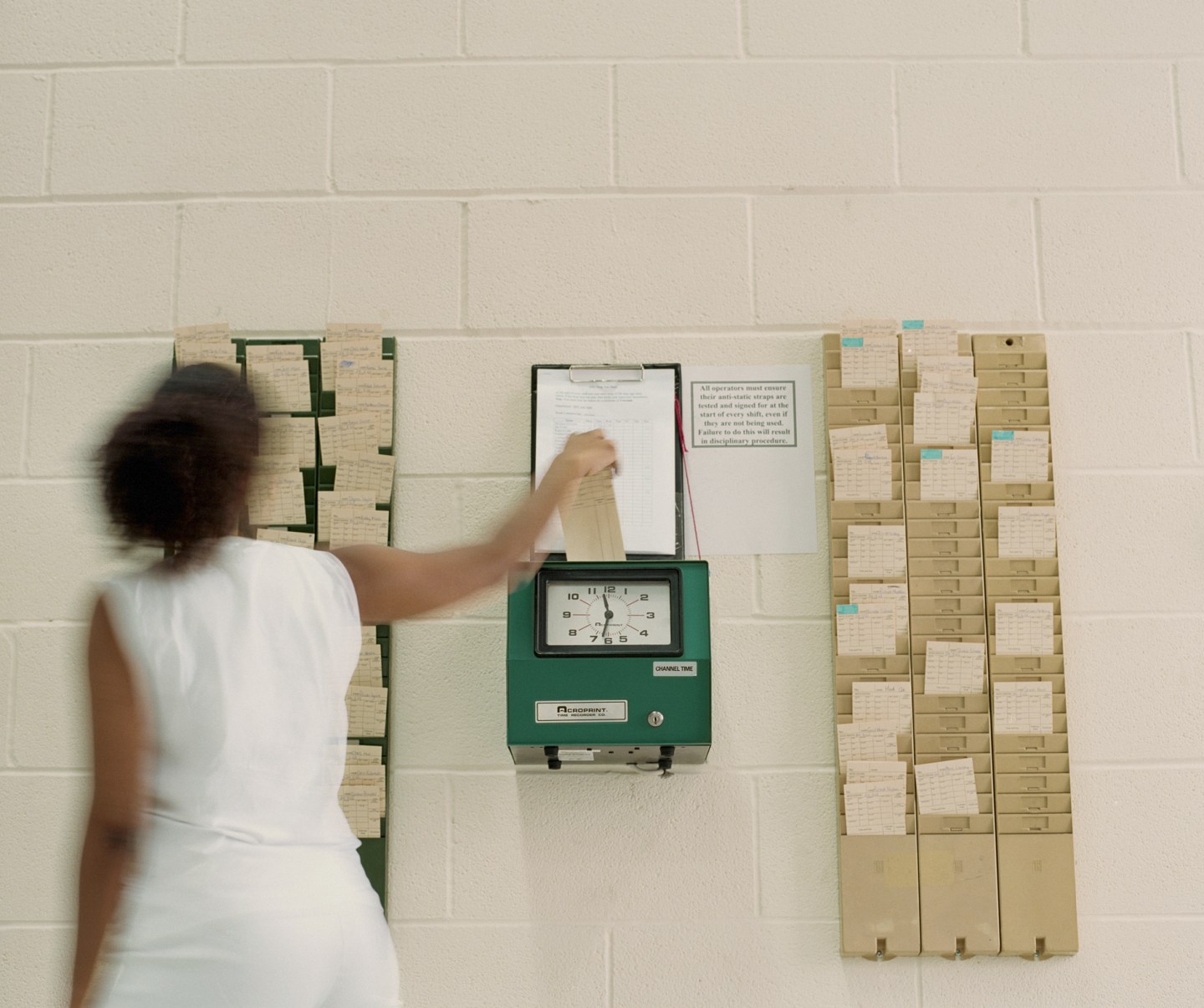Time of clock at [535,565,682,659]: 11:32
